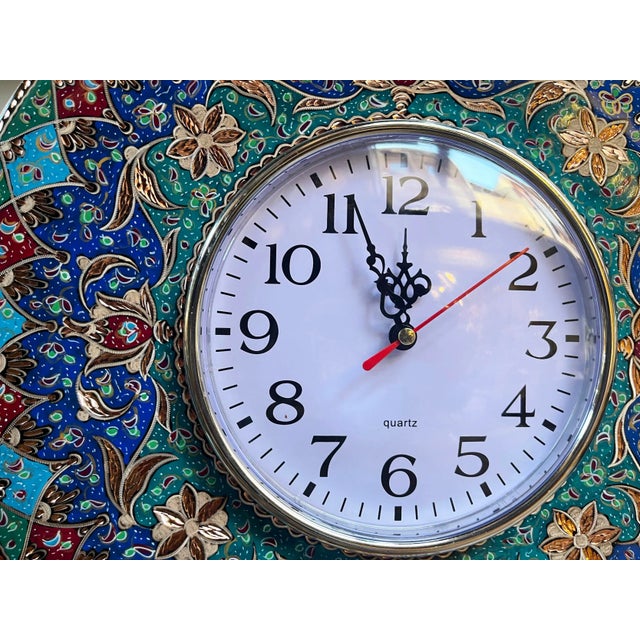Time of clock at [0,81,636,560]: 11:56
